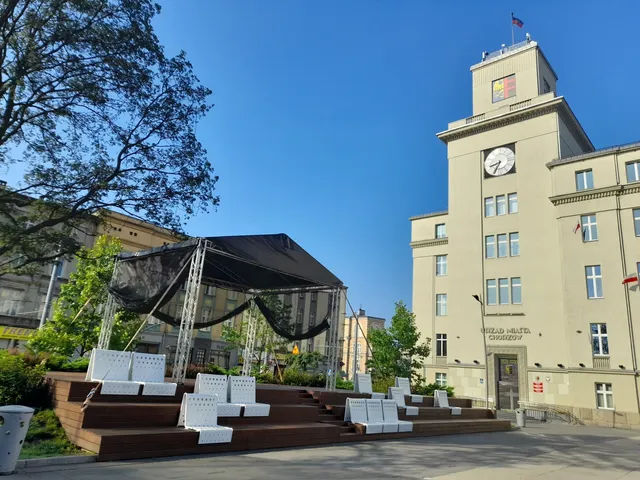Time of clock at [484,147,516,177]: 8:34
